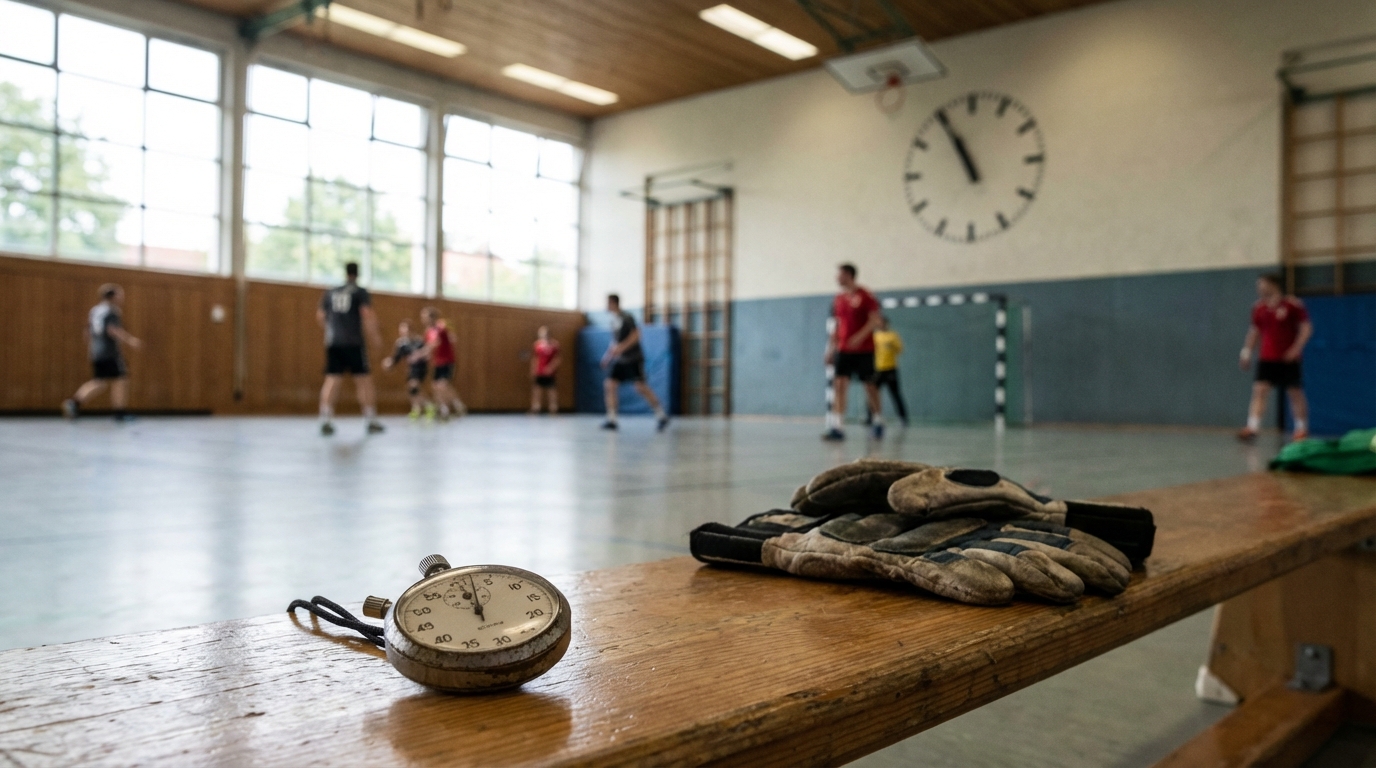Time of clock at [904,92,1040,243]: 10:55
